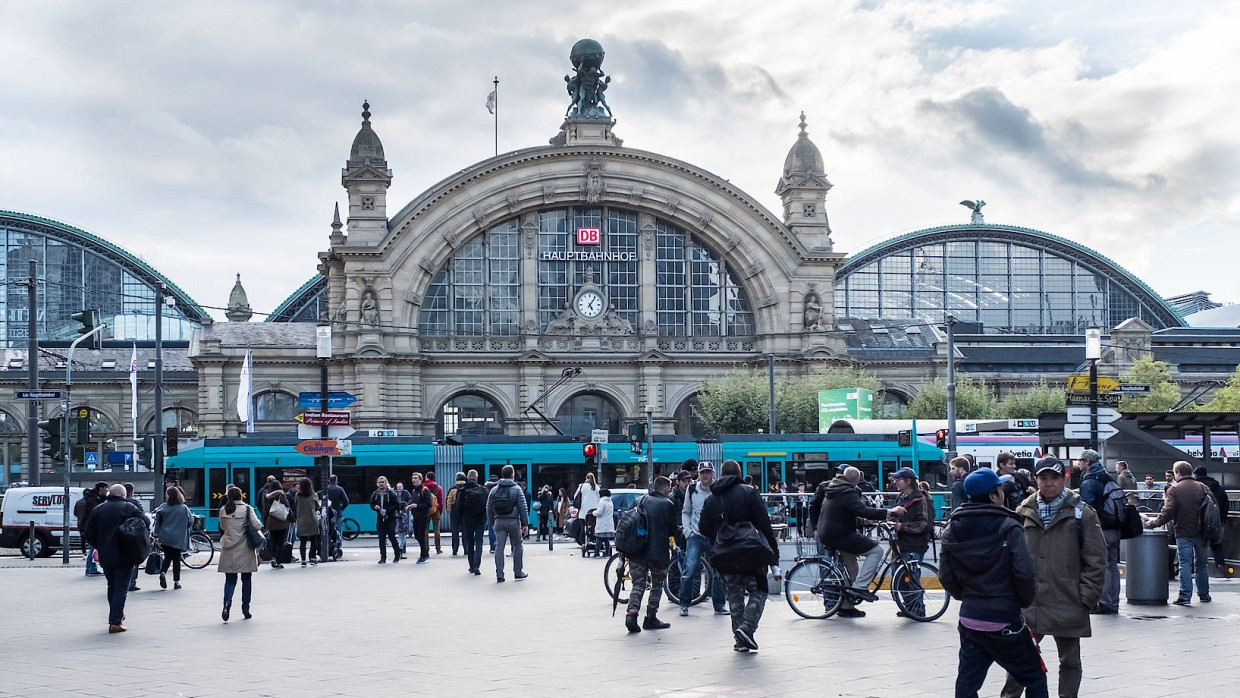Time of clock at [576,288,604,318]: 5:06
